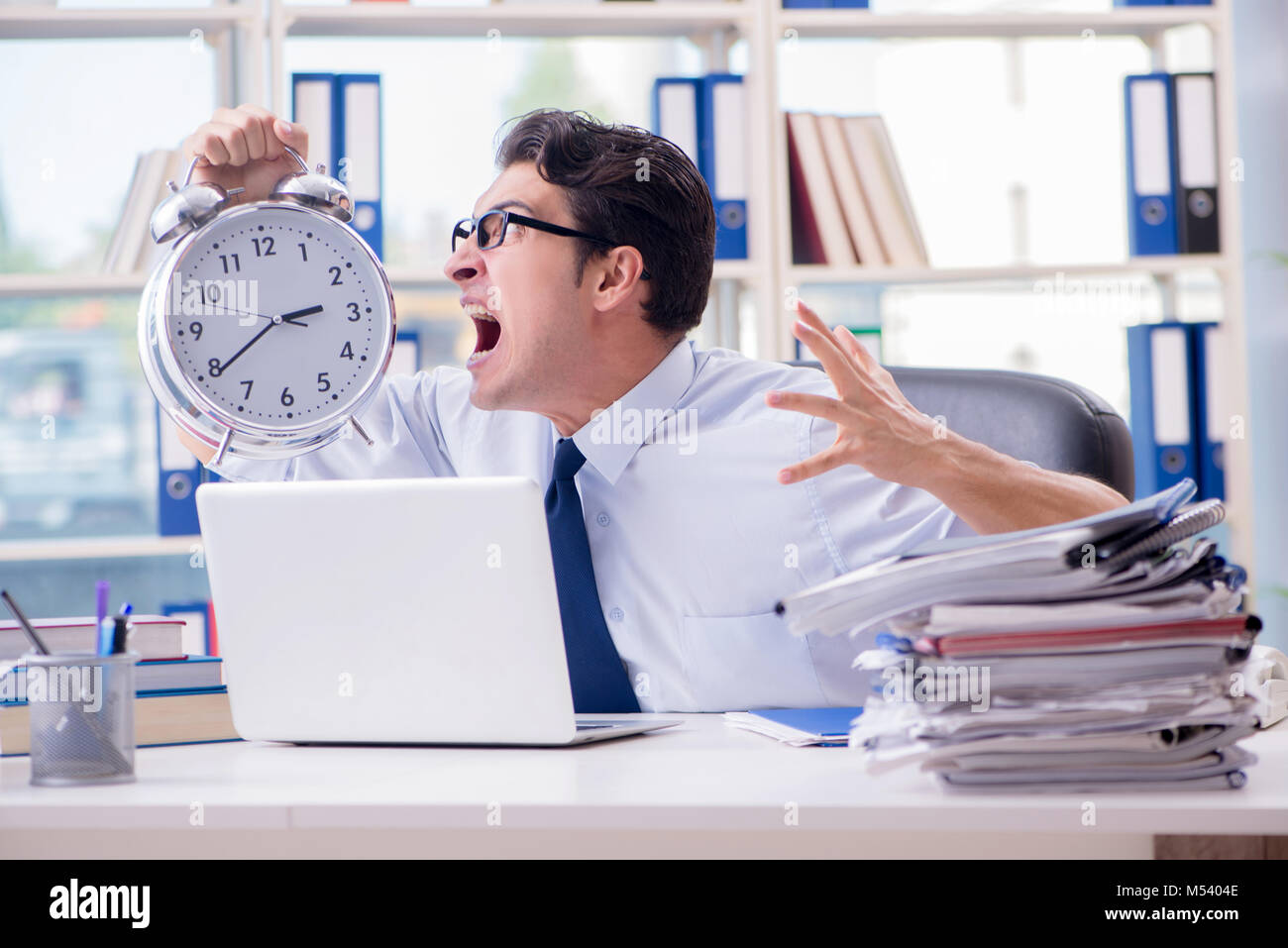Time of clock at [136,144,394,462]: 2:39
